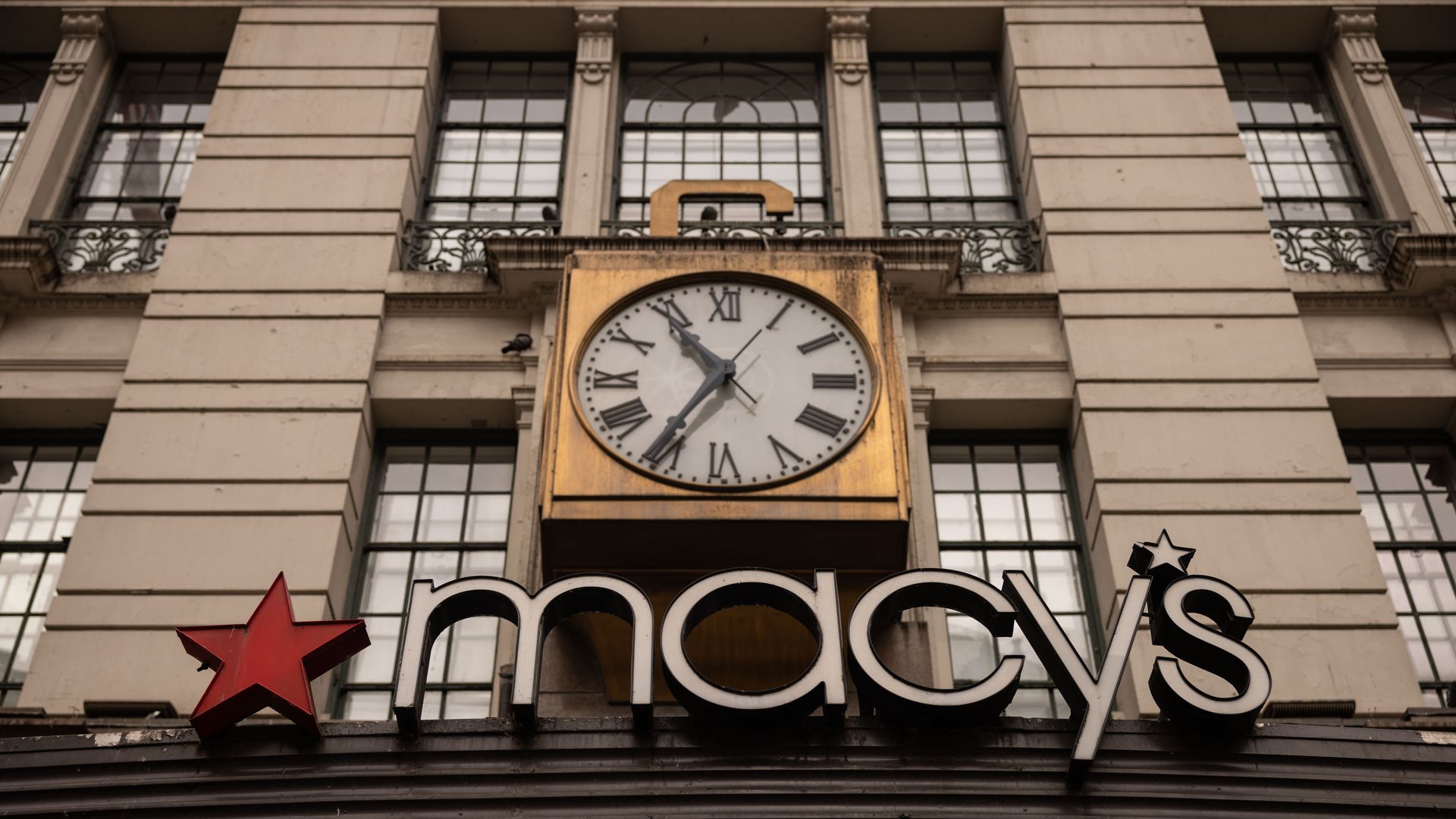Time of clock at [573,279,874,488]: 10:35
